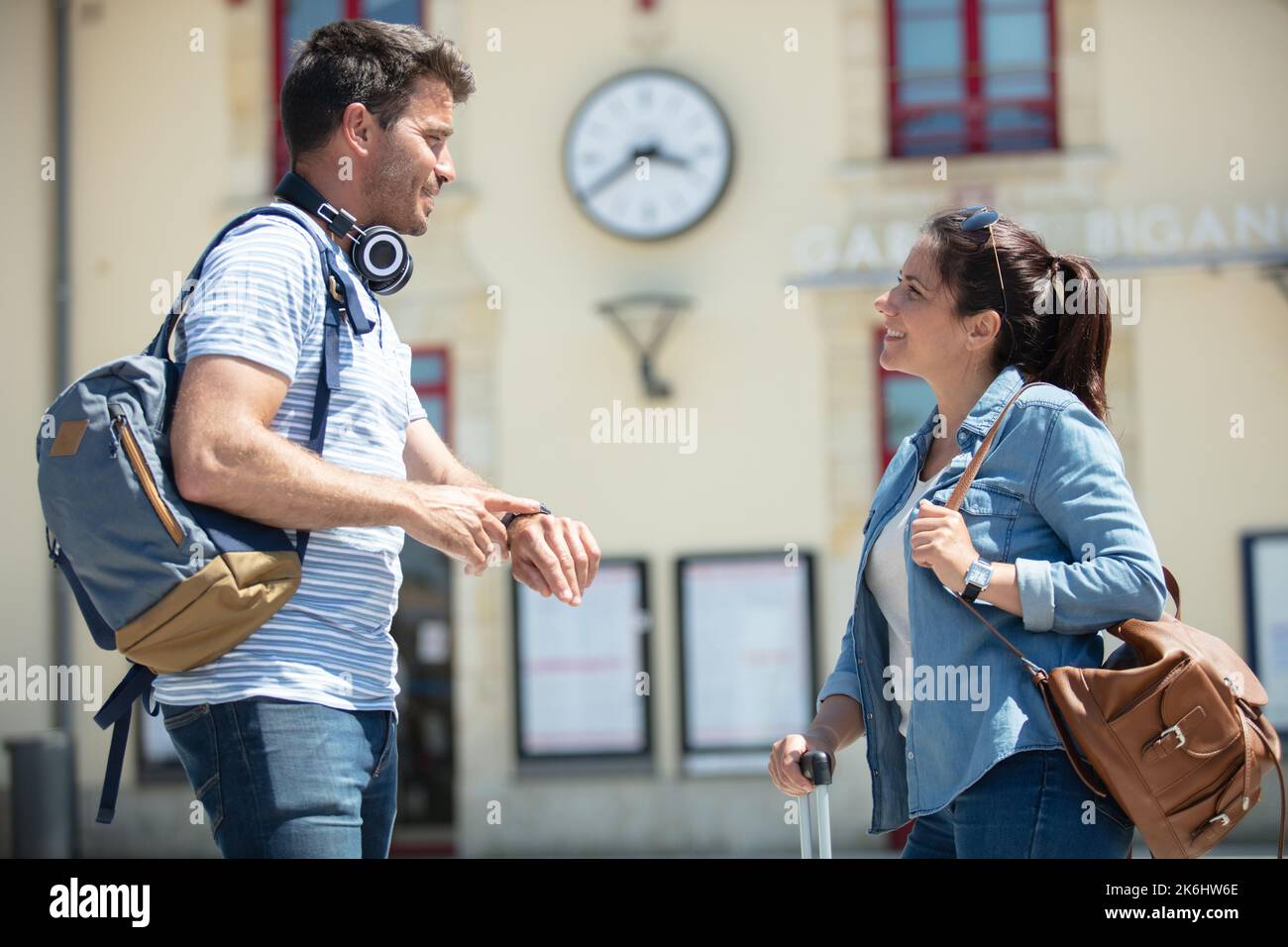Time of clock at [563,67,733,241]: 3:39
